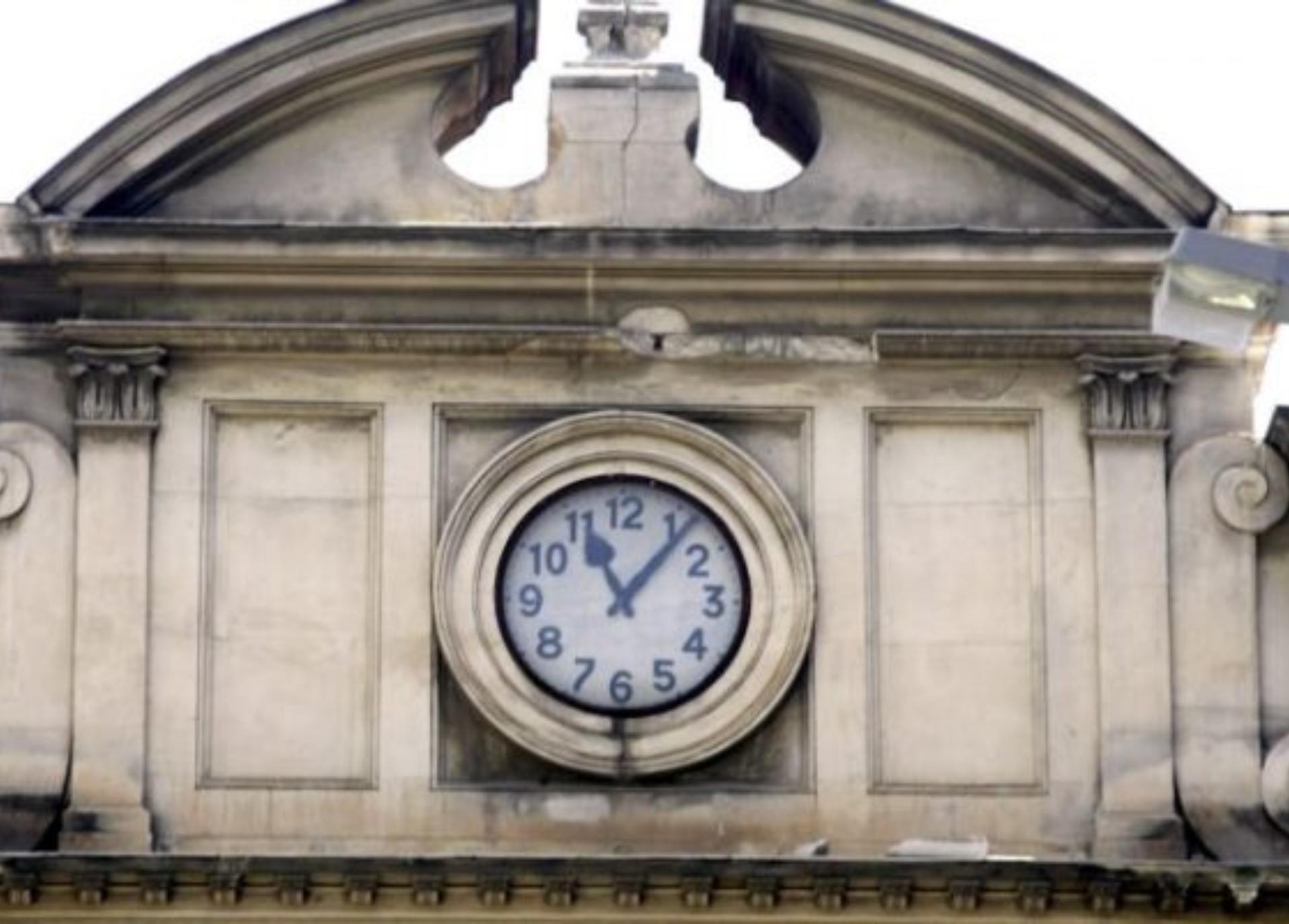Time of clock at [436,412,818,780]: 11:06
